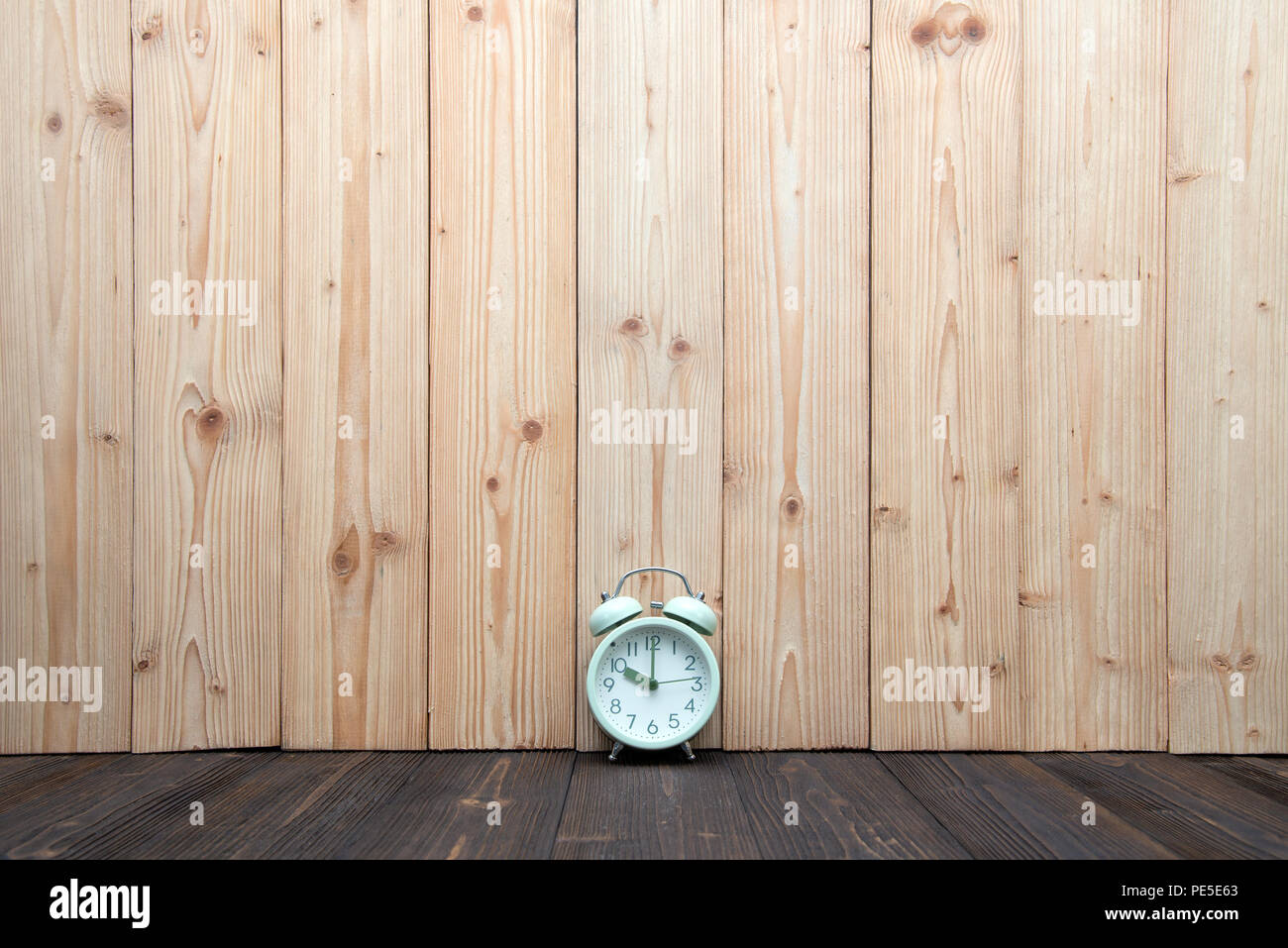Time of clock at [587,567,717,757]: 10:00
